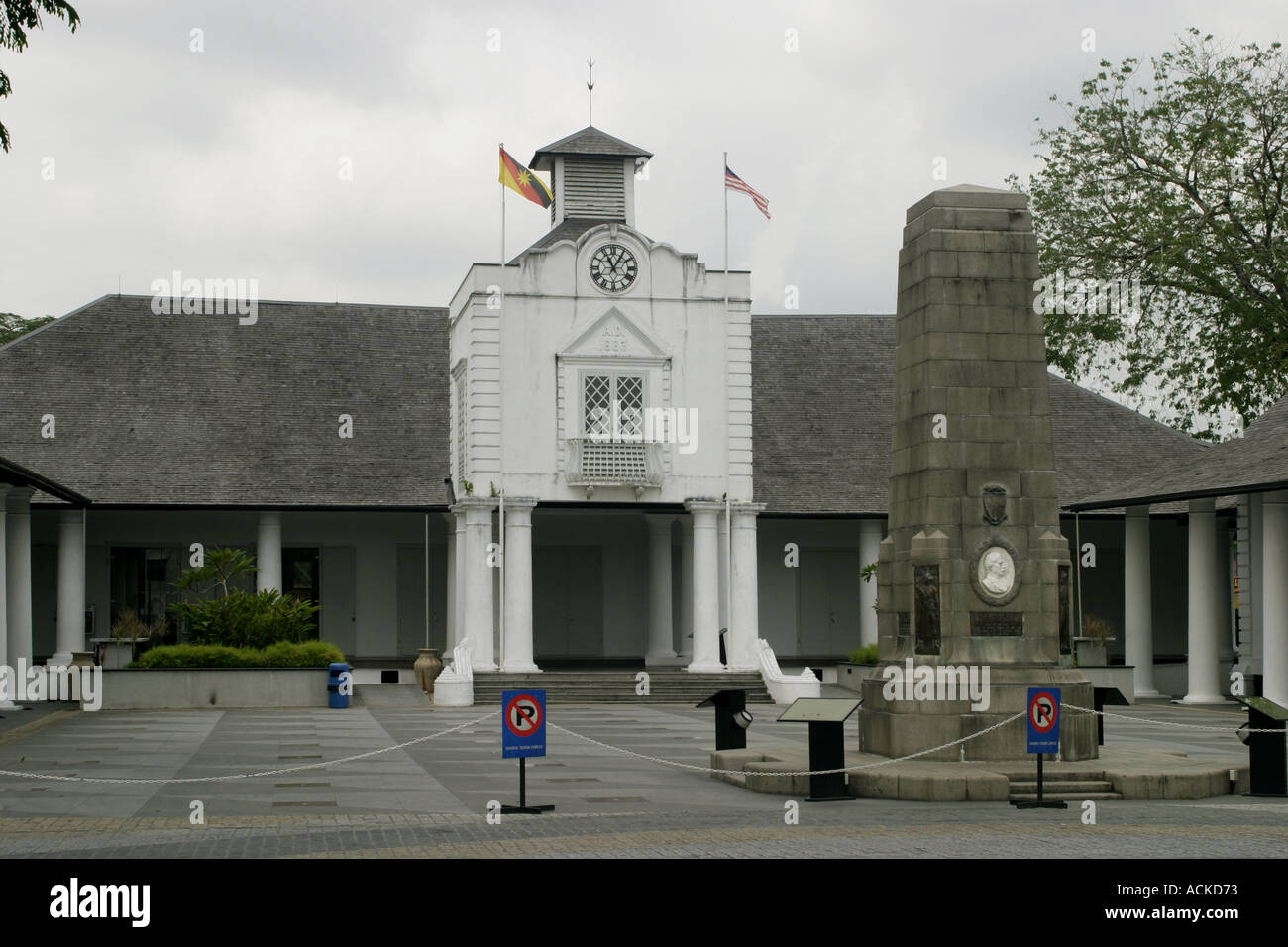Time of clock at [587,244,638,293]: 11:05
